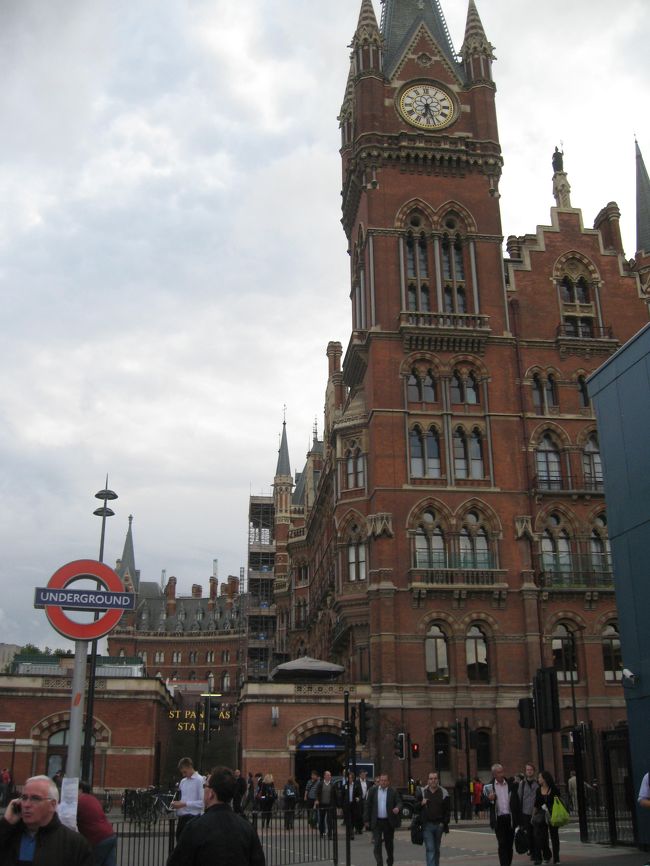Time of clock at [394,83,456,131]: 6:27
